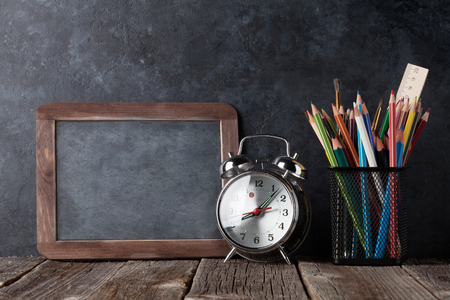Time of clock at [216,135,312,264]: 8:07
